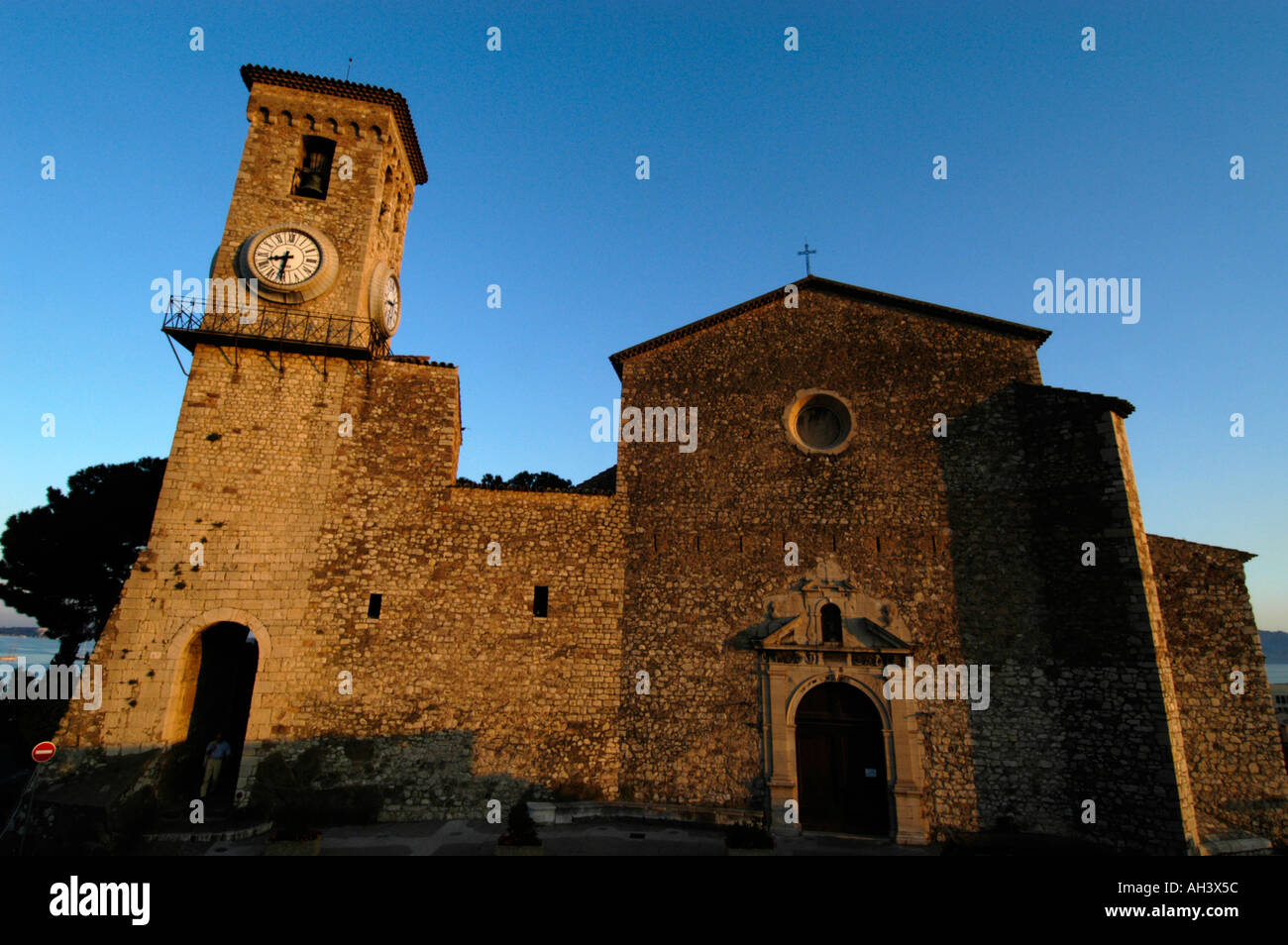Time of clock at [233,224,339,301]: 8:31
